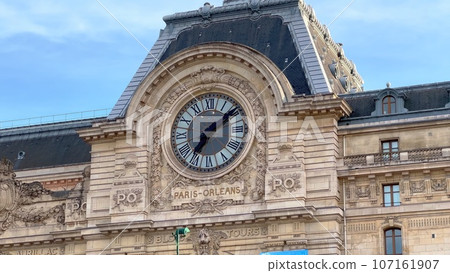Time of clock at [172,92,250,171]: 7:09
